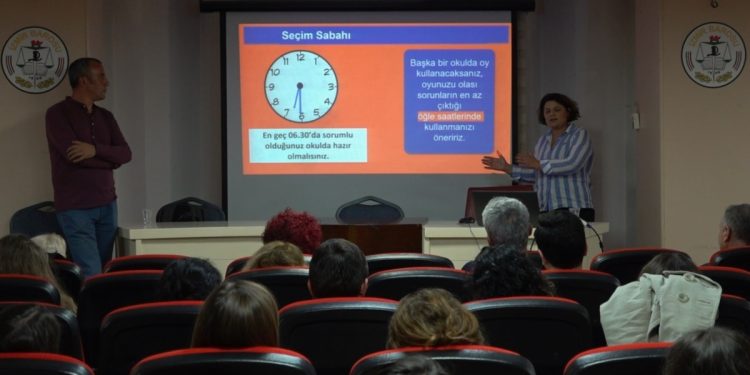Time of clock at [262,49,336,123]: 6:29
